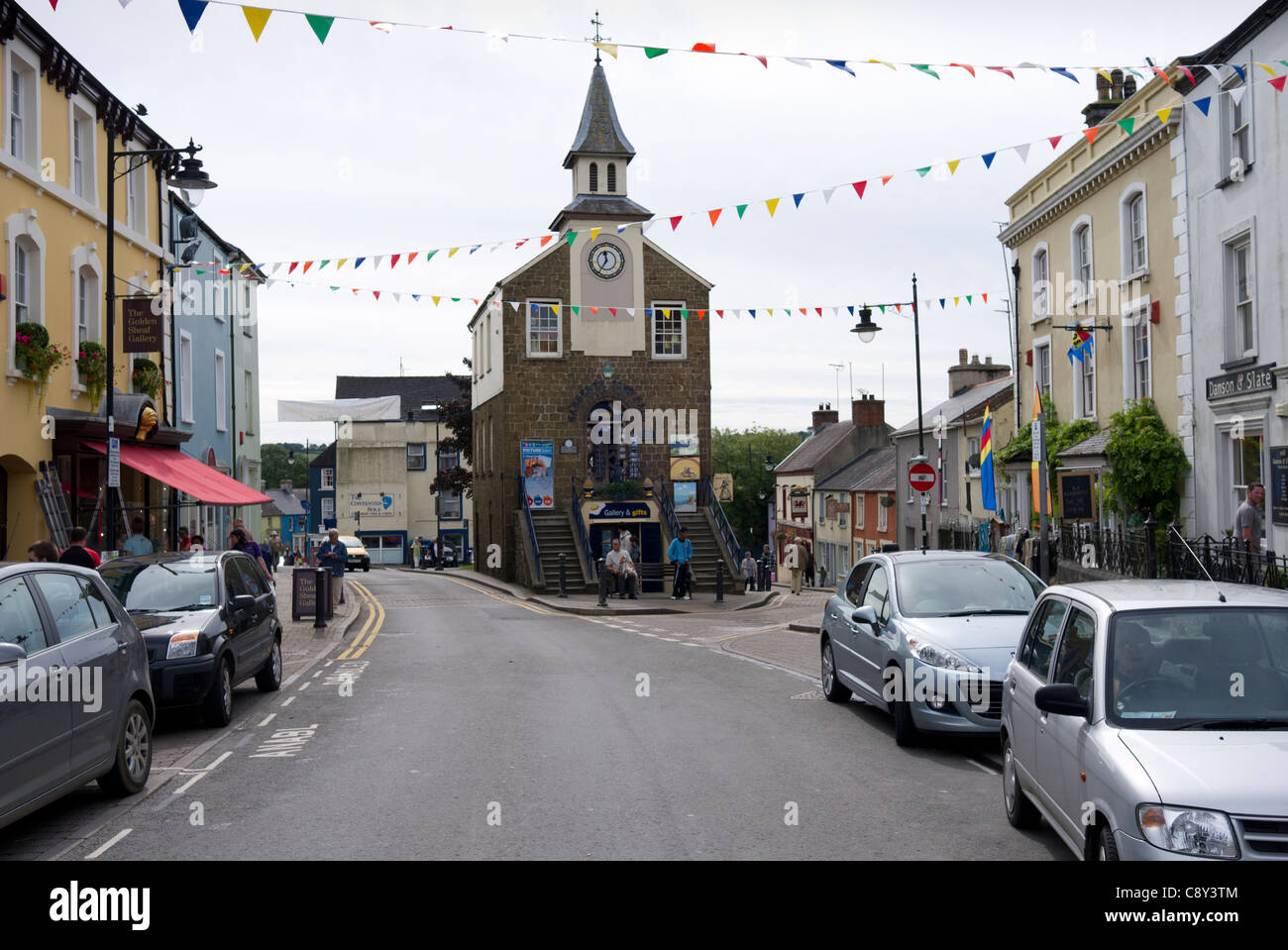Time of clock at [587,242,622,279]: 11:35
